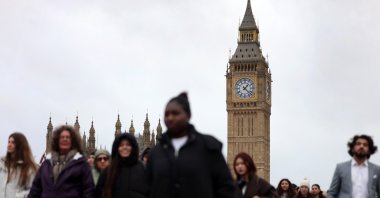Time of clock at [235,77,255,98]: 1:22
